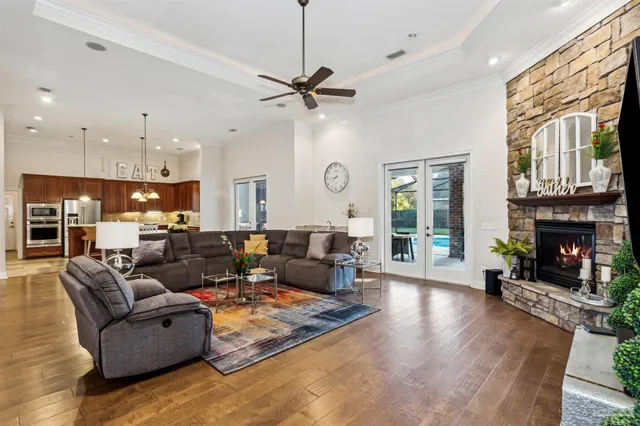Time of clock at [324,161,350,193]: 7:43
